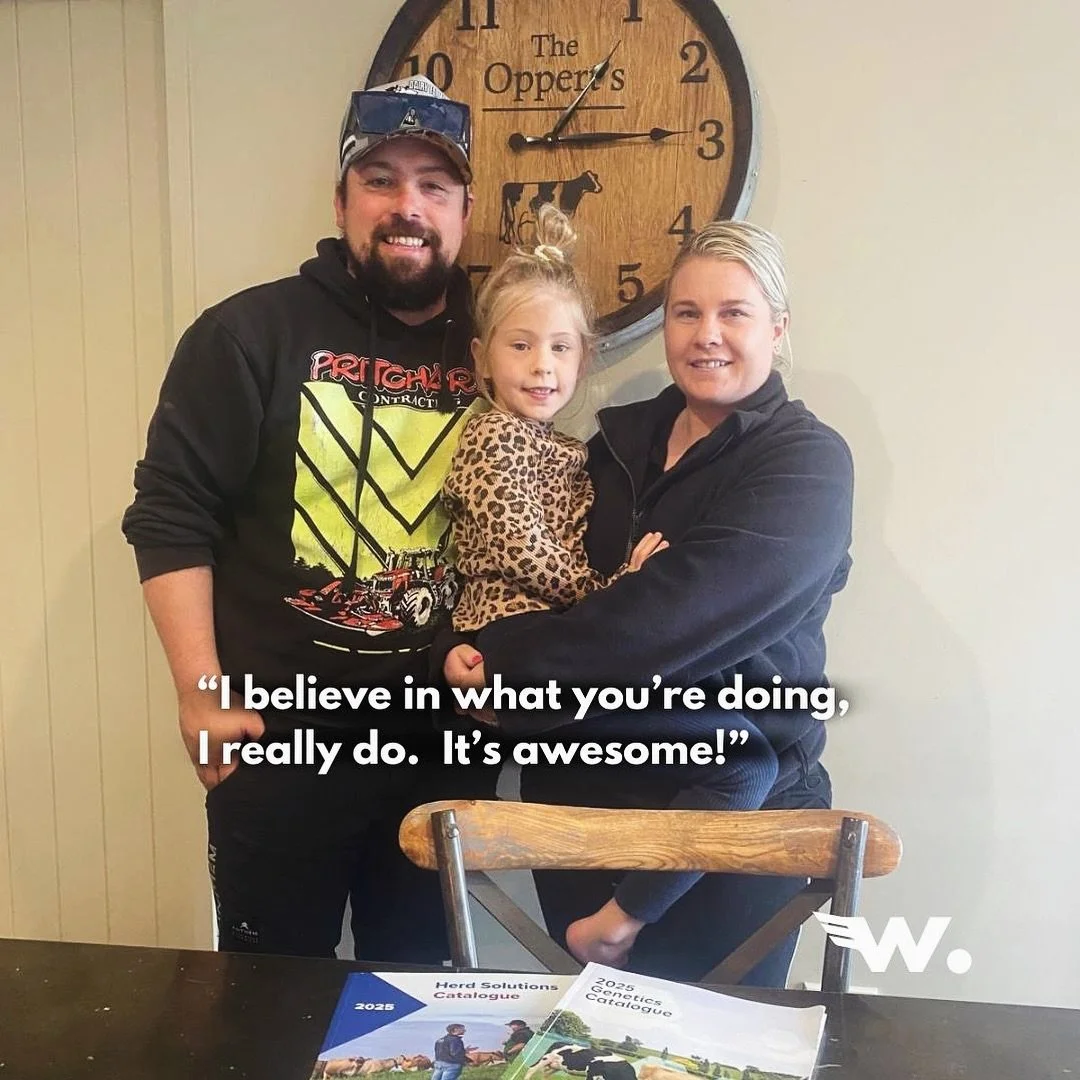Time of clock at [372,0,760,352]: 1:14
